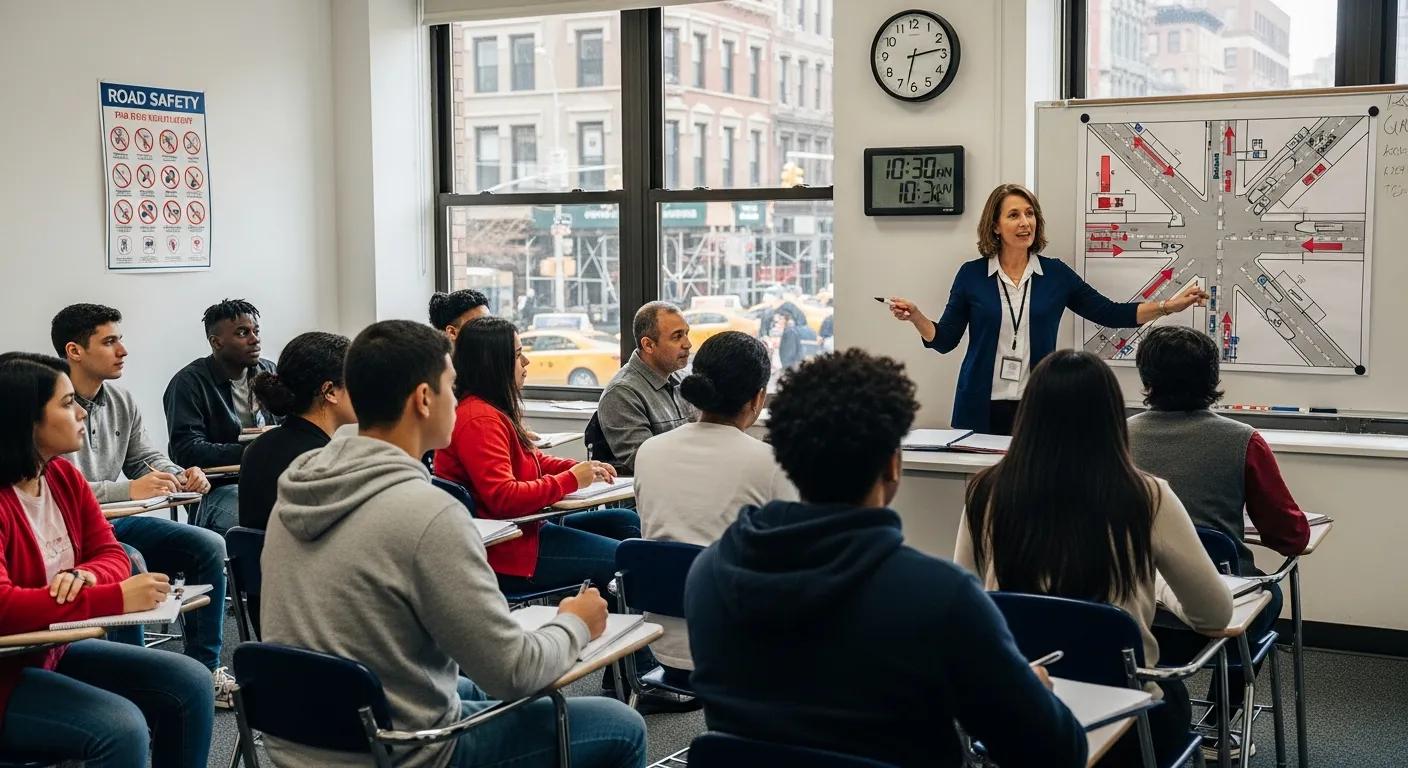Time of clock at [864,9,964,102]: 2:32
